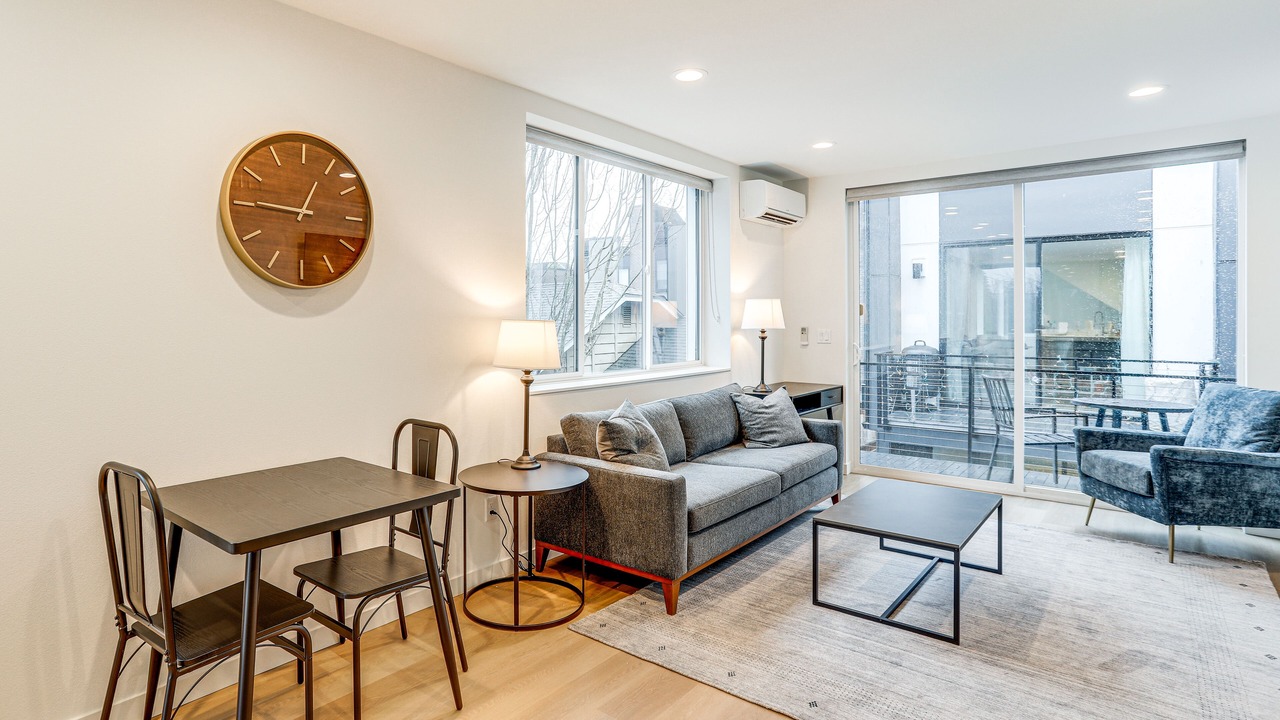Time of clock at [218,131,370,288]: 12:45
